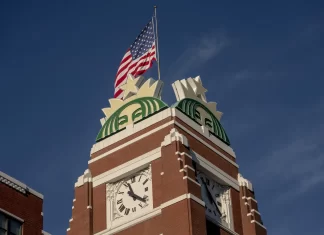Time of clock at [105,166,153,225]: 11:21
